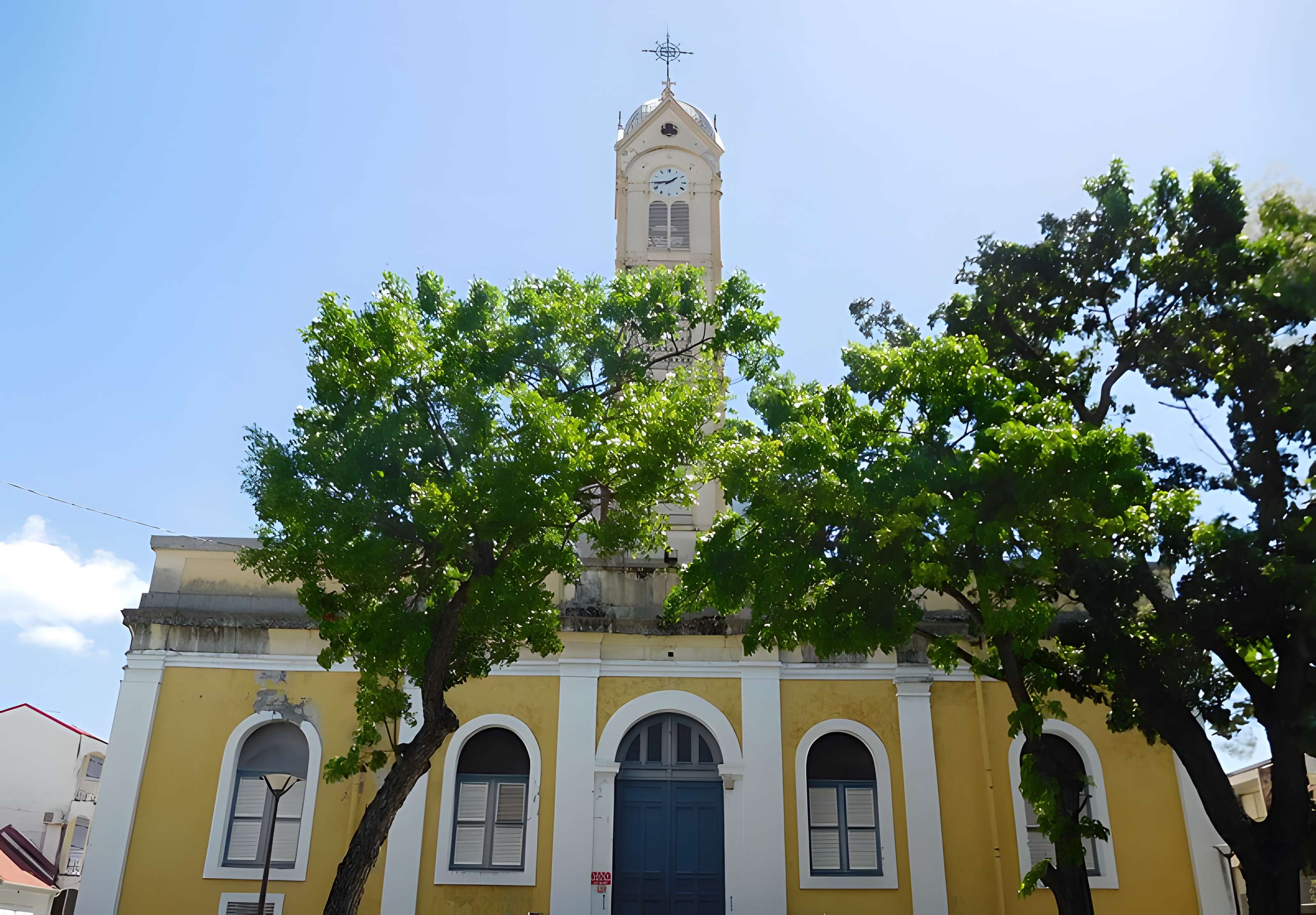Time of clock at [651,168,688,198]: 1:44
